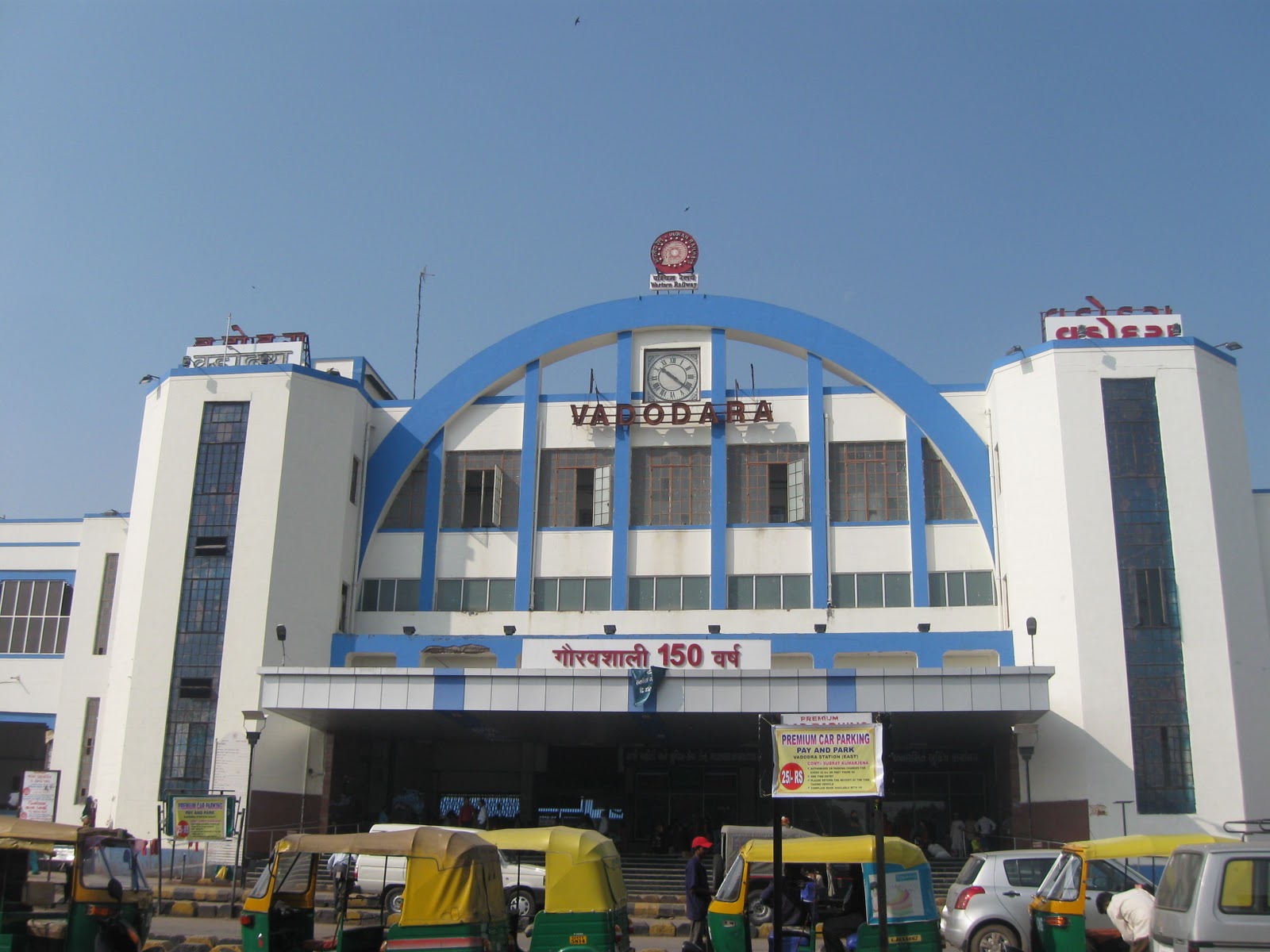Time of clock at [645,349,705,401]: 10:21
